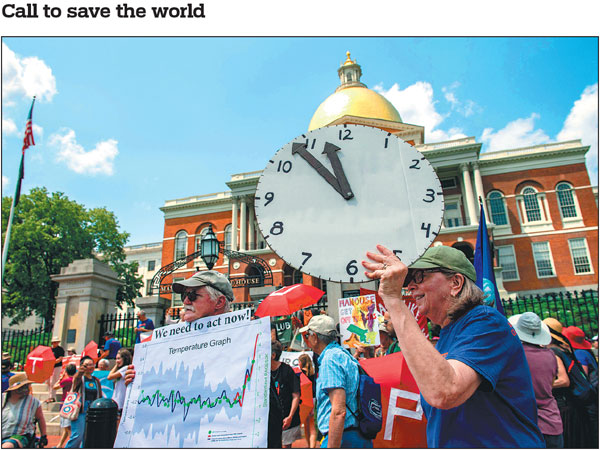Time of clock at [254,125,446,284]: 10:57
